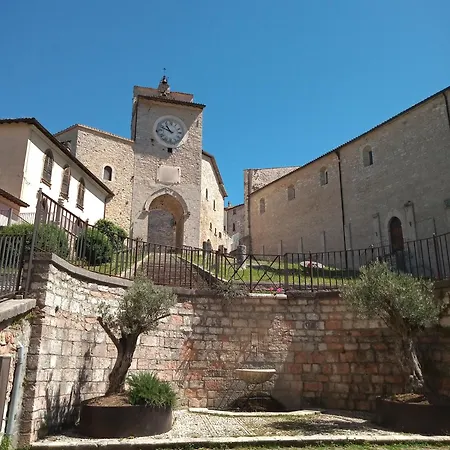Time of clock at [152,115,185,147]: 10:48
